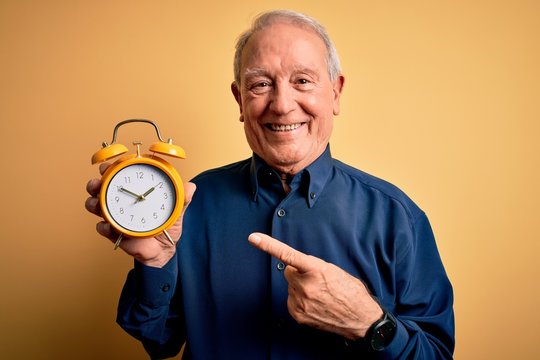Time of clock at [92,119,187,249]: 1:50
